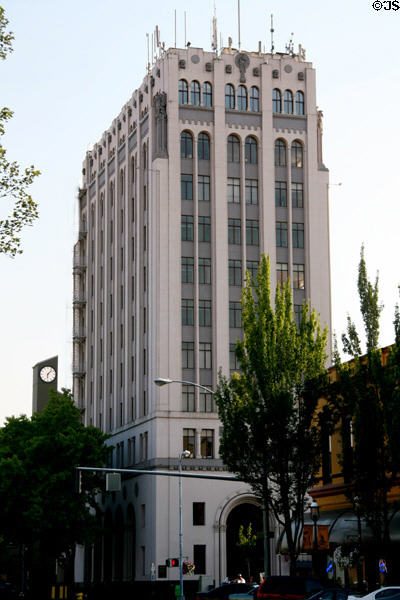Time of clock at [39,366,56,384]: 6:07
